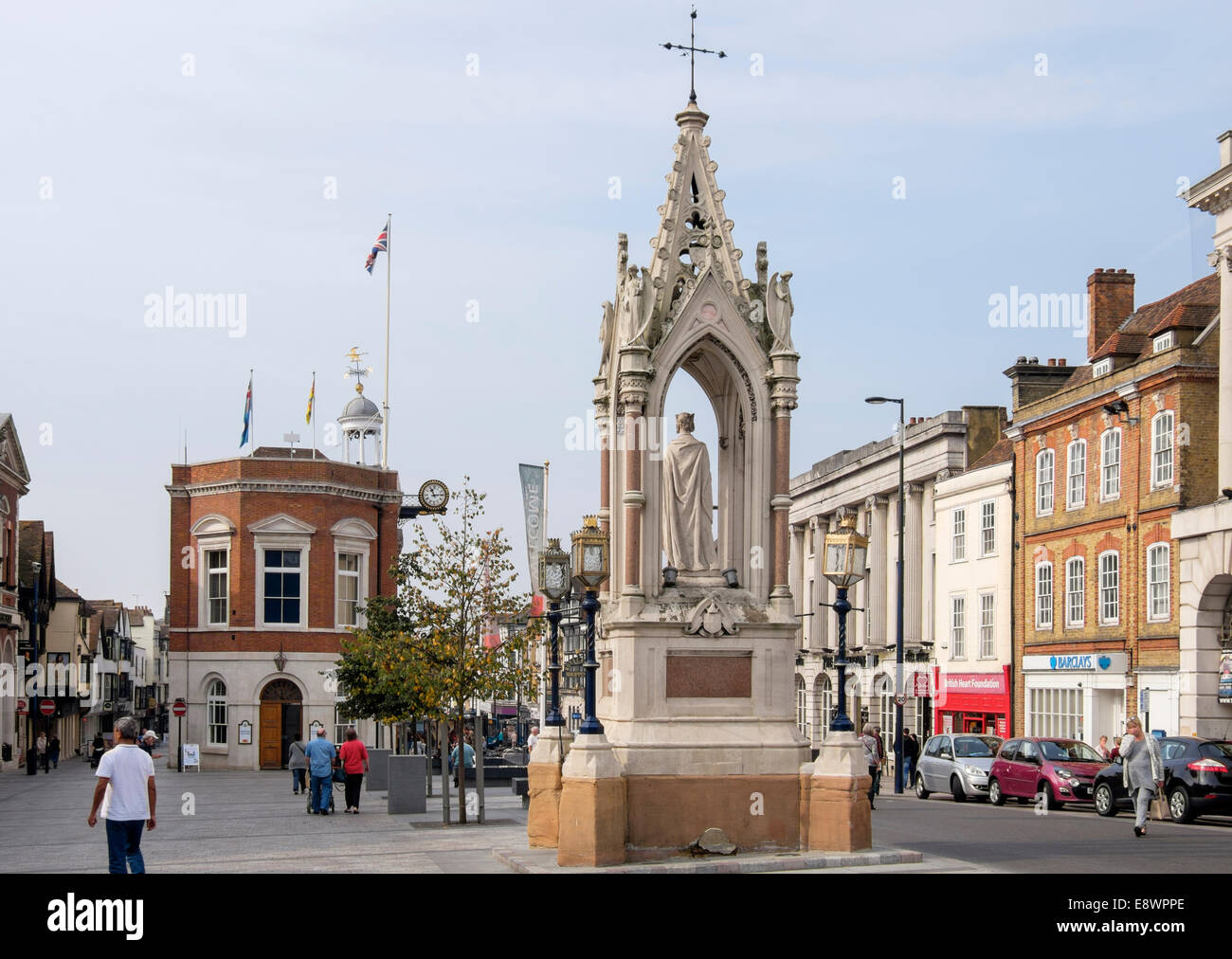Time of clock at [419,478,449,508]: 11:13
